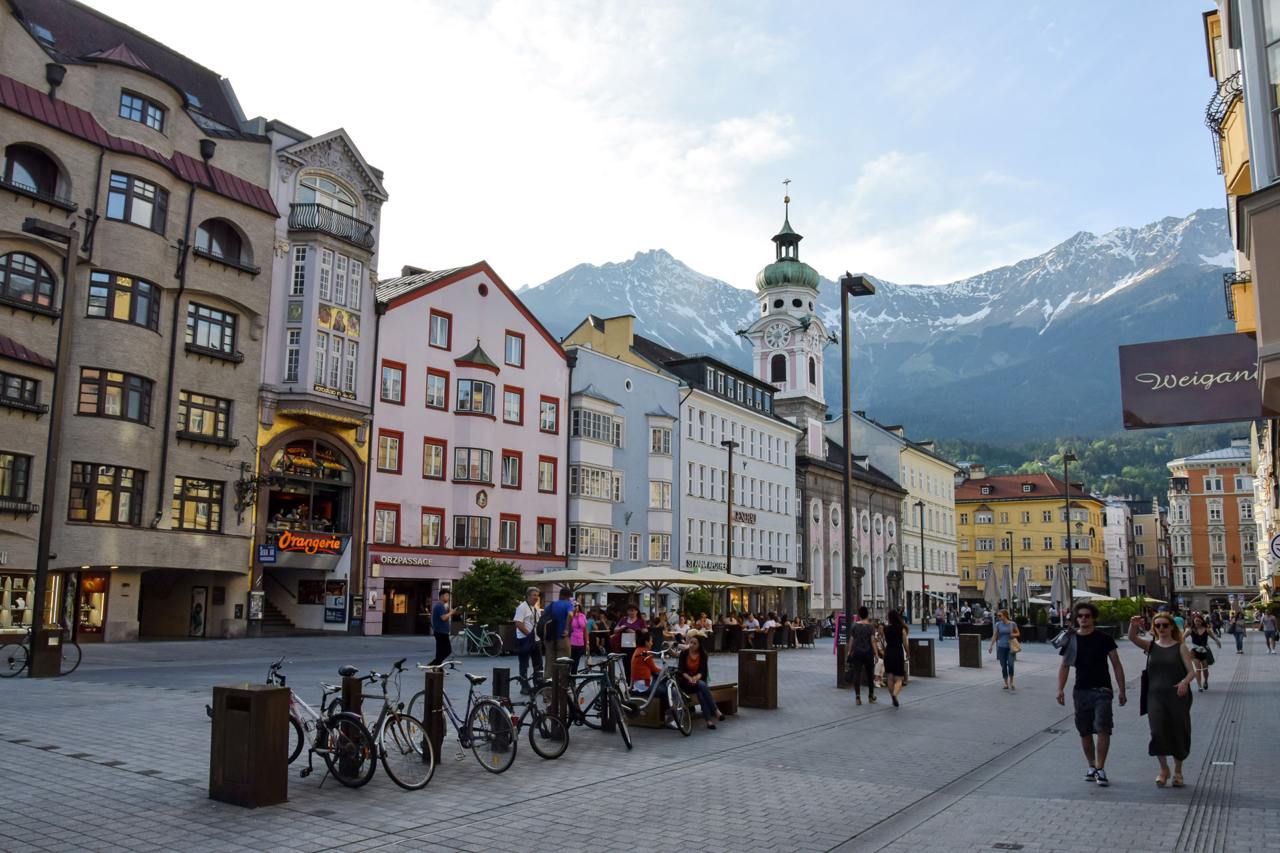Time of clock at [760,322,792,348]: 6:47
